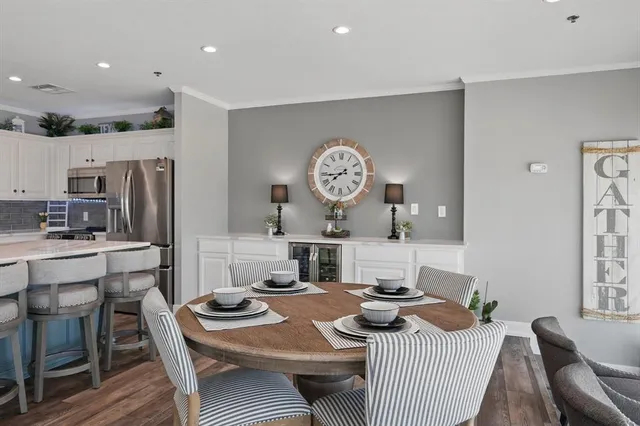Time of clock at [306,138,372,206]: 7:44
